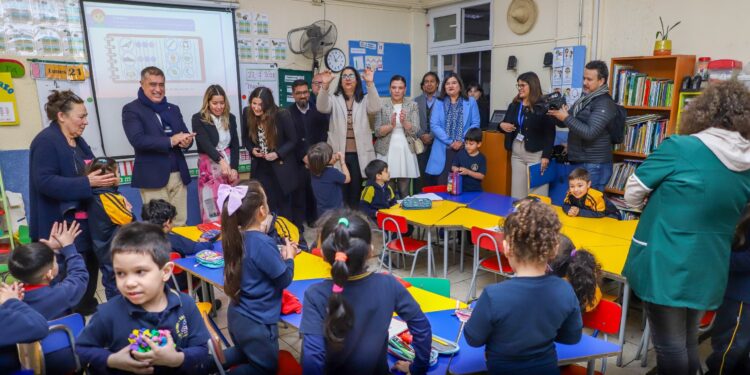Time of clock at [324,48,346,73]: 11:07
